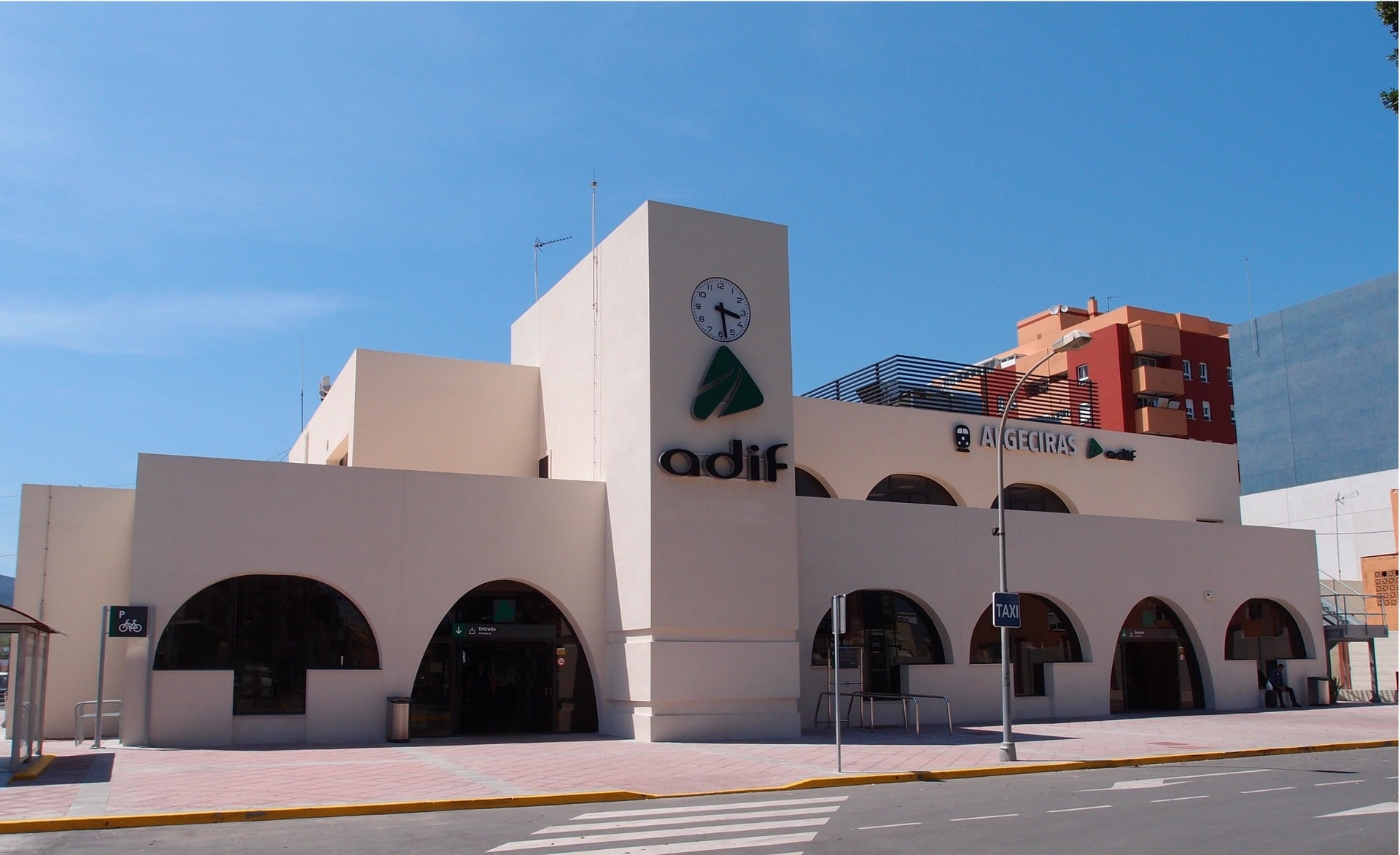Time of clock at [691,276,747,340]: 3:28
